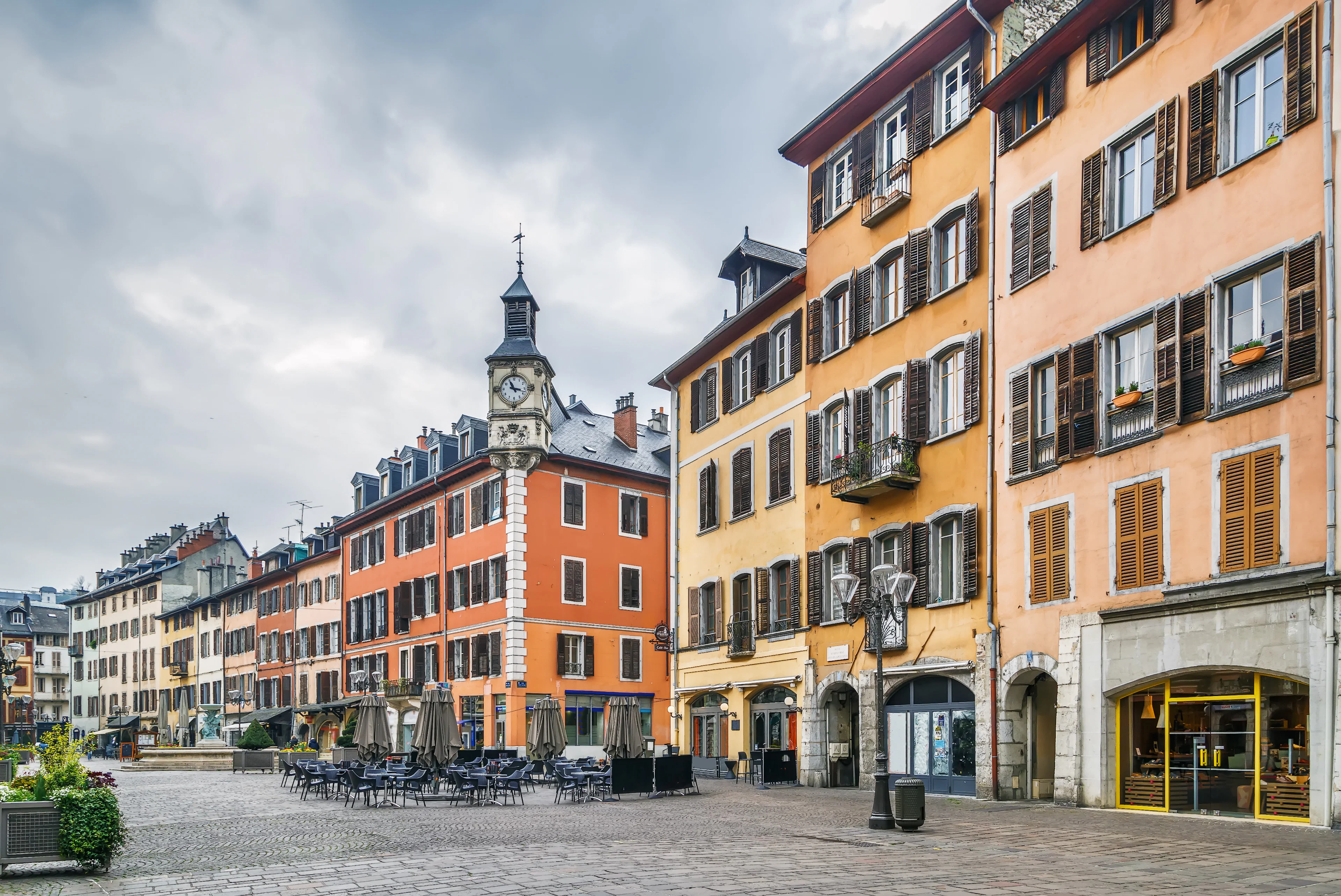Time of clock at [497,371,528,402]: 11:17
